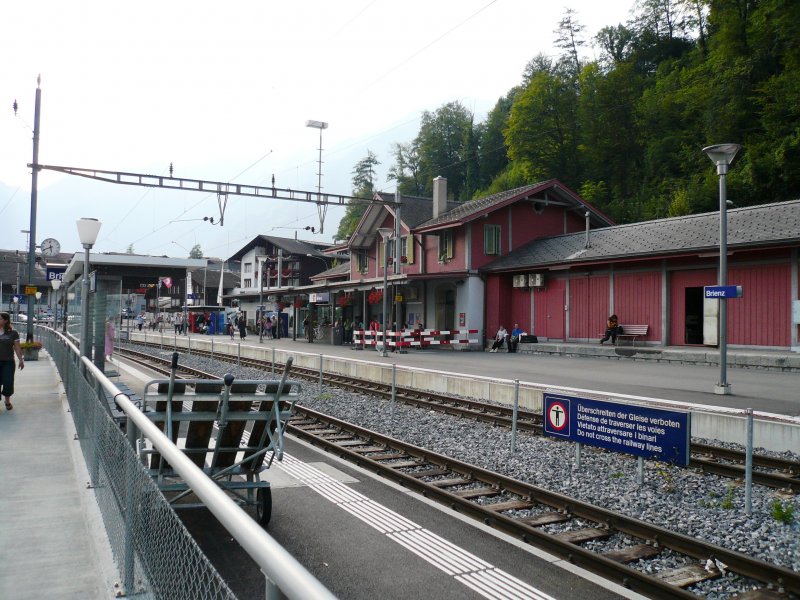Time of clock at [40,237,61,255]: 5:40
